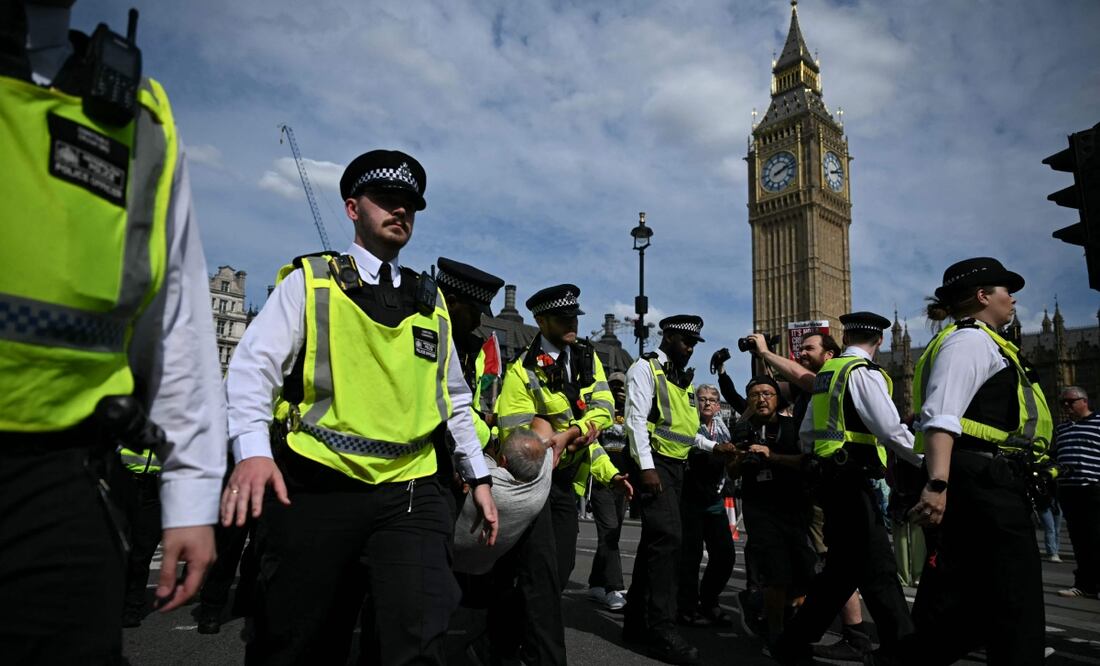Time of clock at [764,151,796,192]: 2:11
